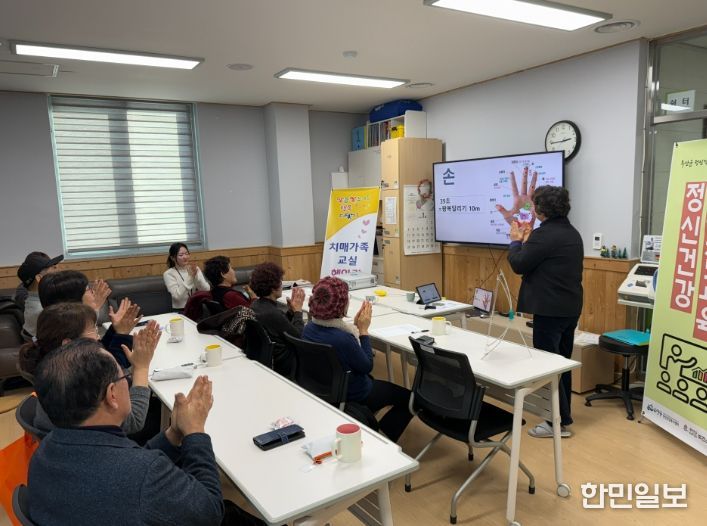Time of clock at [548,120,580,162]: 2:44
